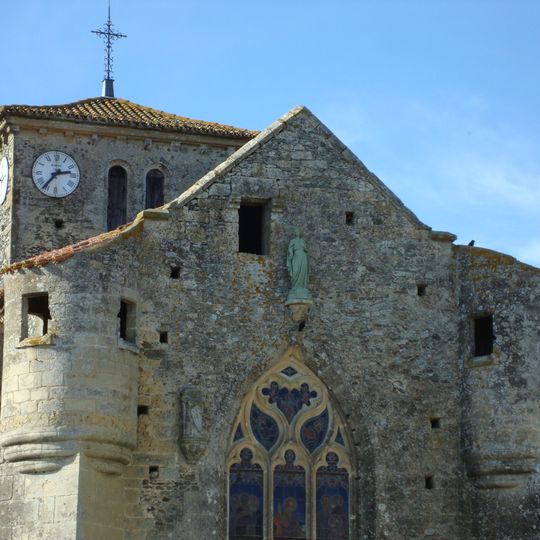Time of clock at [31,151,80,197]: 2:36
